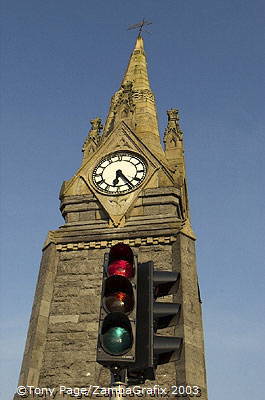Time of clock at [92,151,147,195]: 6:23
